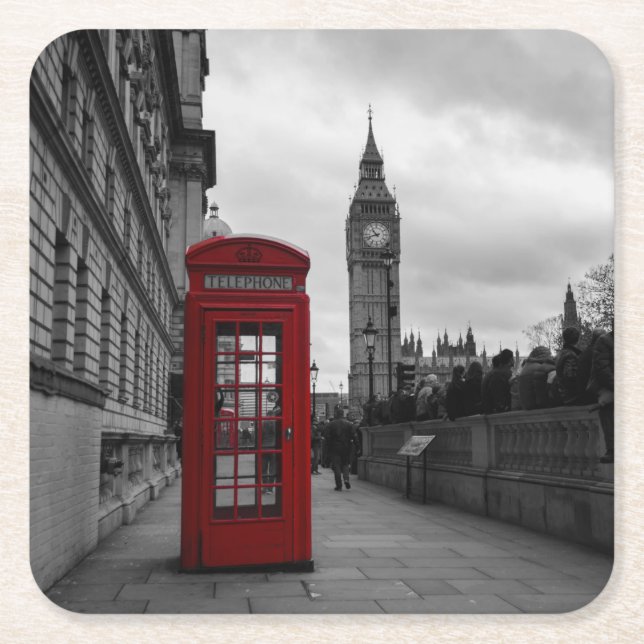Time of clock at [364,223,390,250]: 10:42
